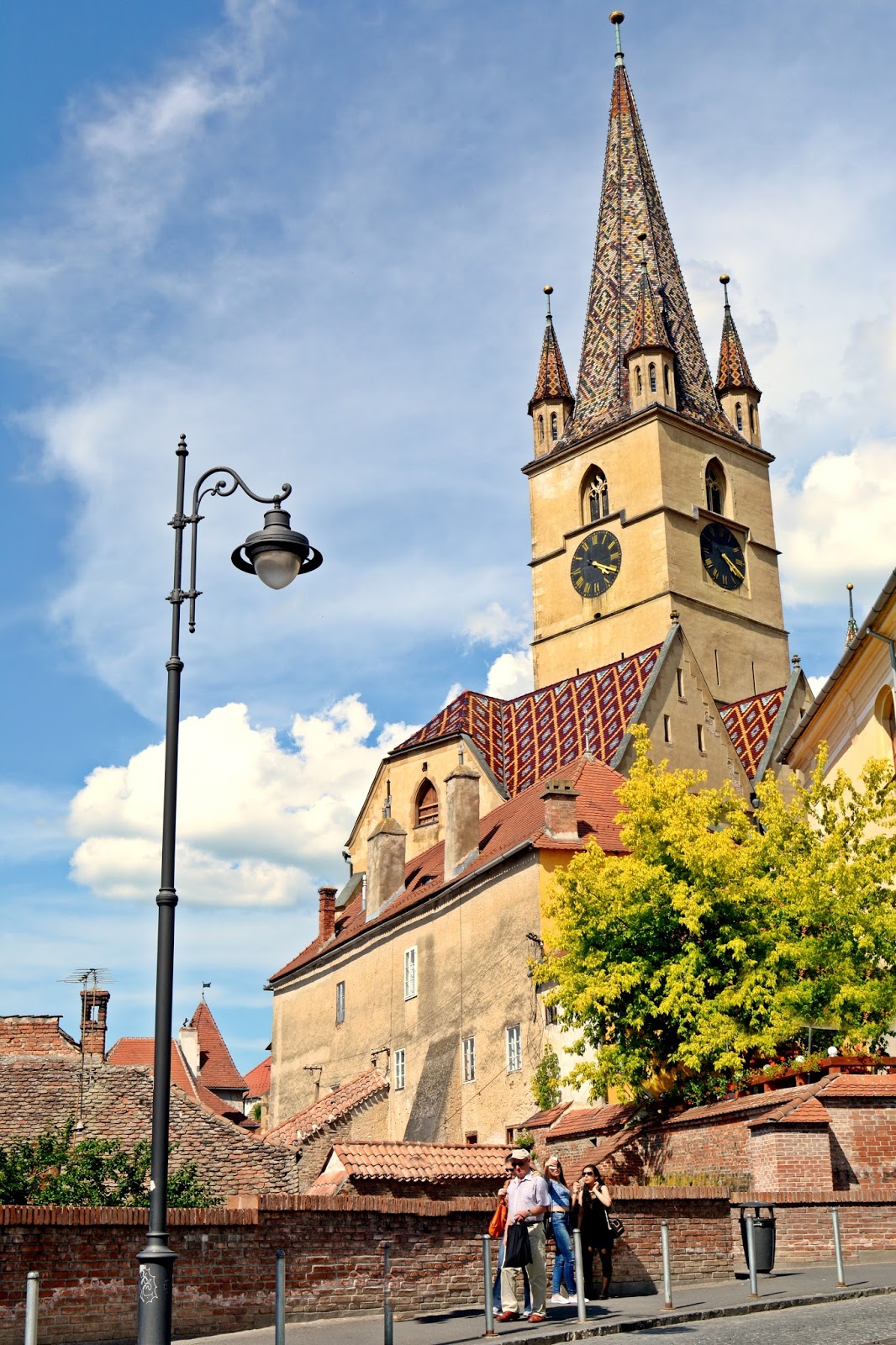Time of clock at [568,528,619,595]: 4:19
